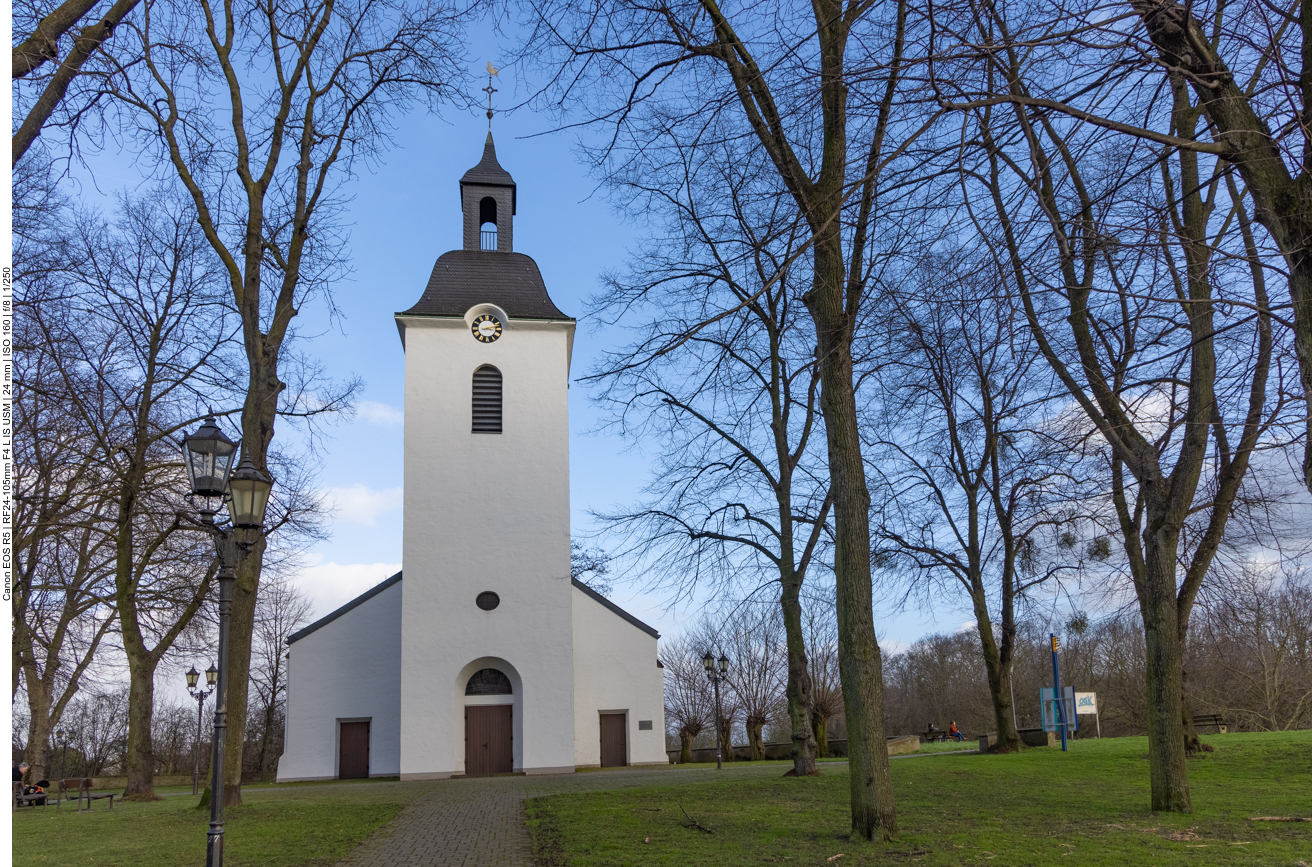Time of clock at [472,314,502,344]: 3:12
